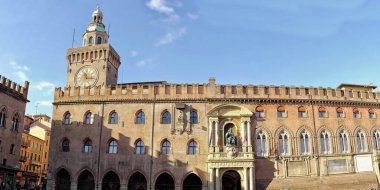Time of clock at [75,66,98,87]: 11:17
